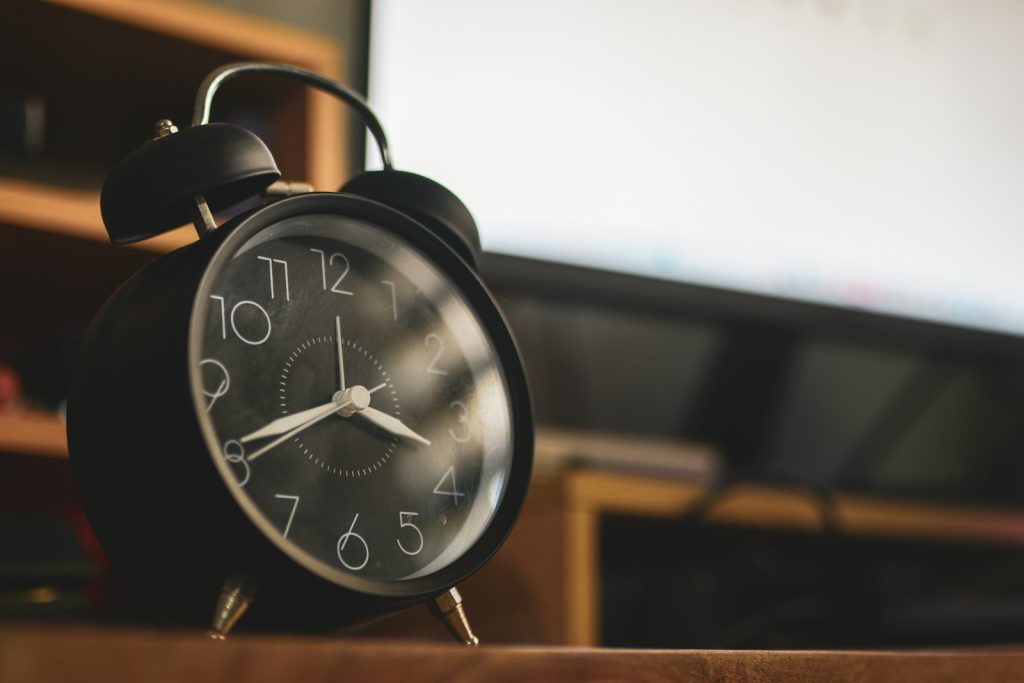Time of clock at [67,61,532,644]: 3:40
